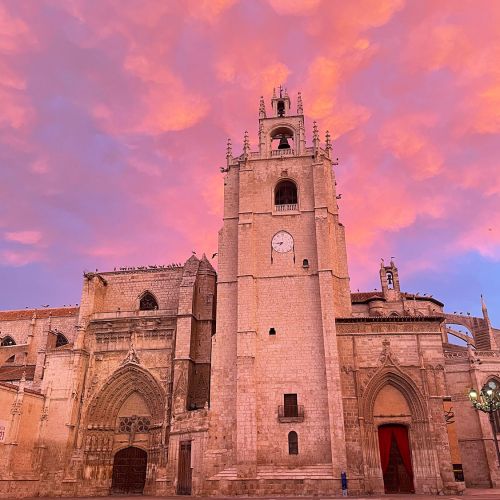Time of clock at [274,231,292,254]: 7:44
